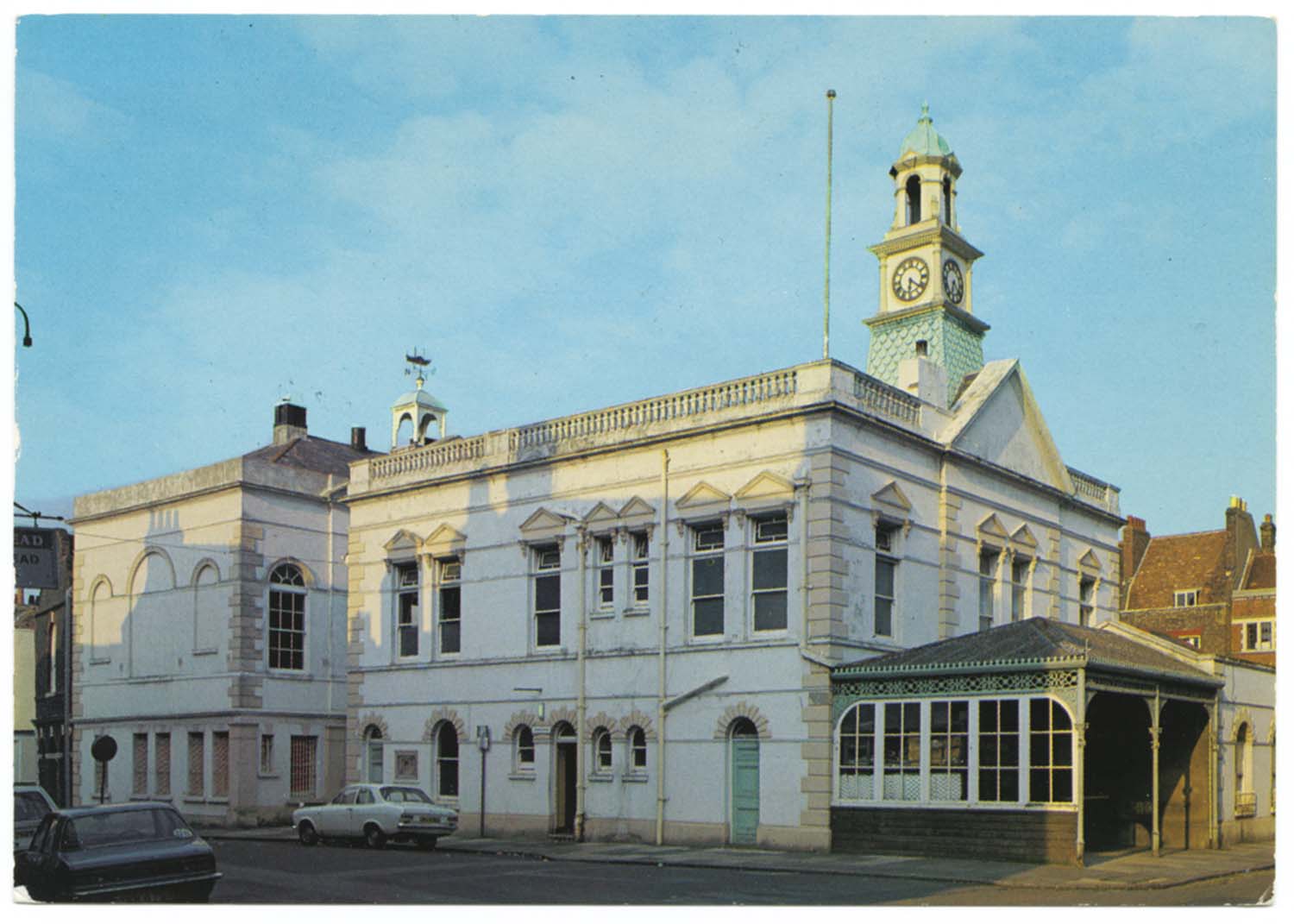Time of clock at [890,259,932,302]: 6:21
